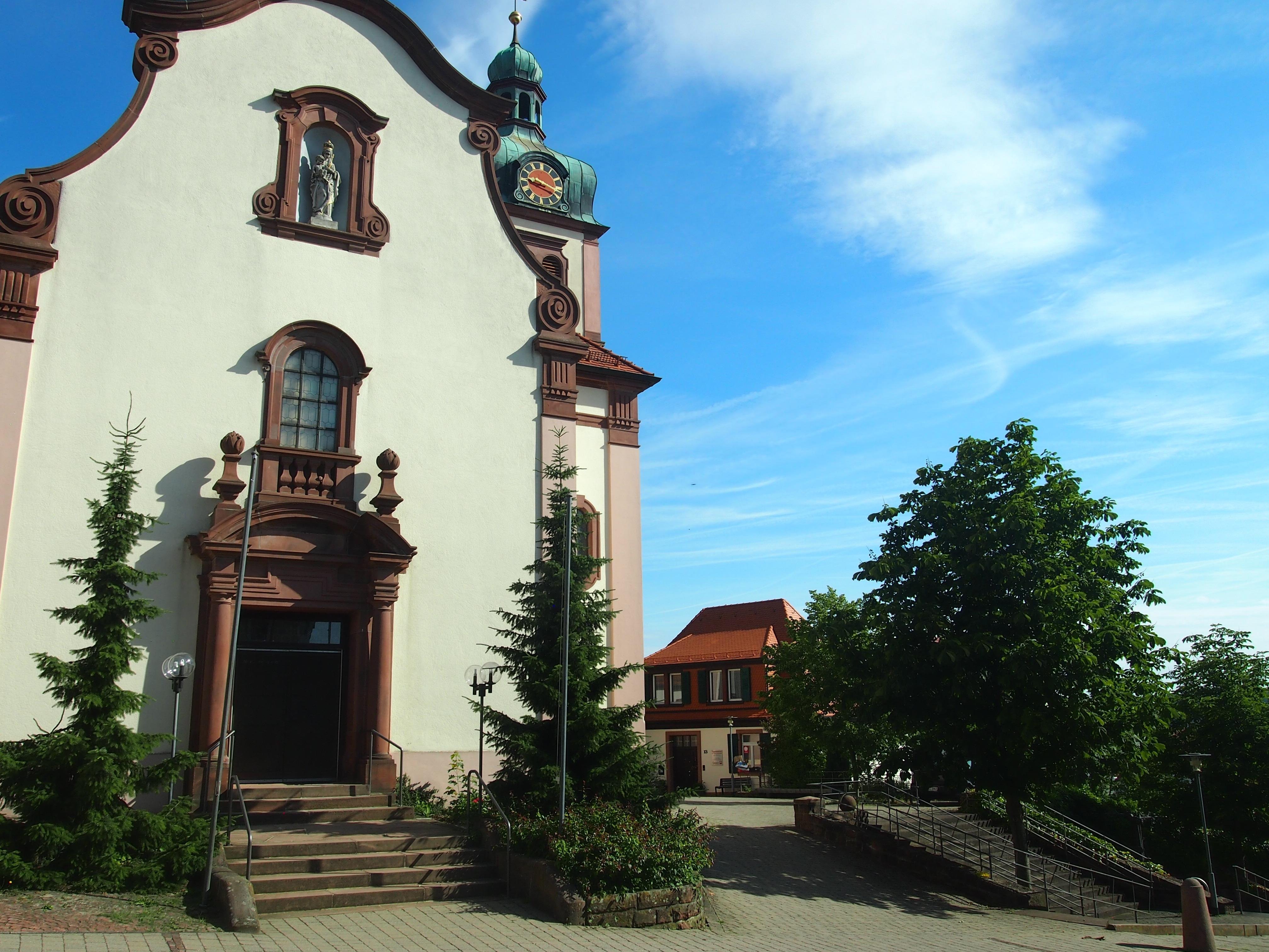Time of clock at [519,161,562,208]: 9:17
